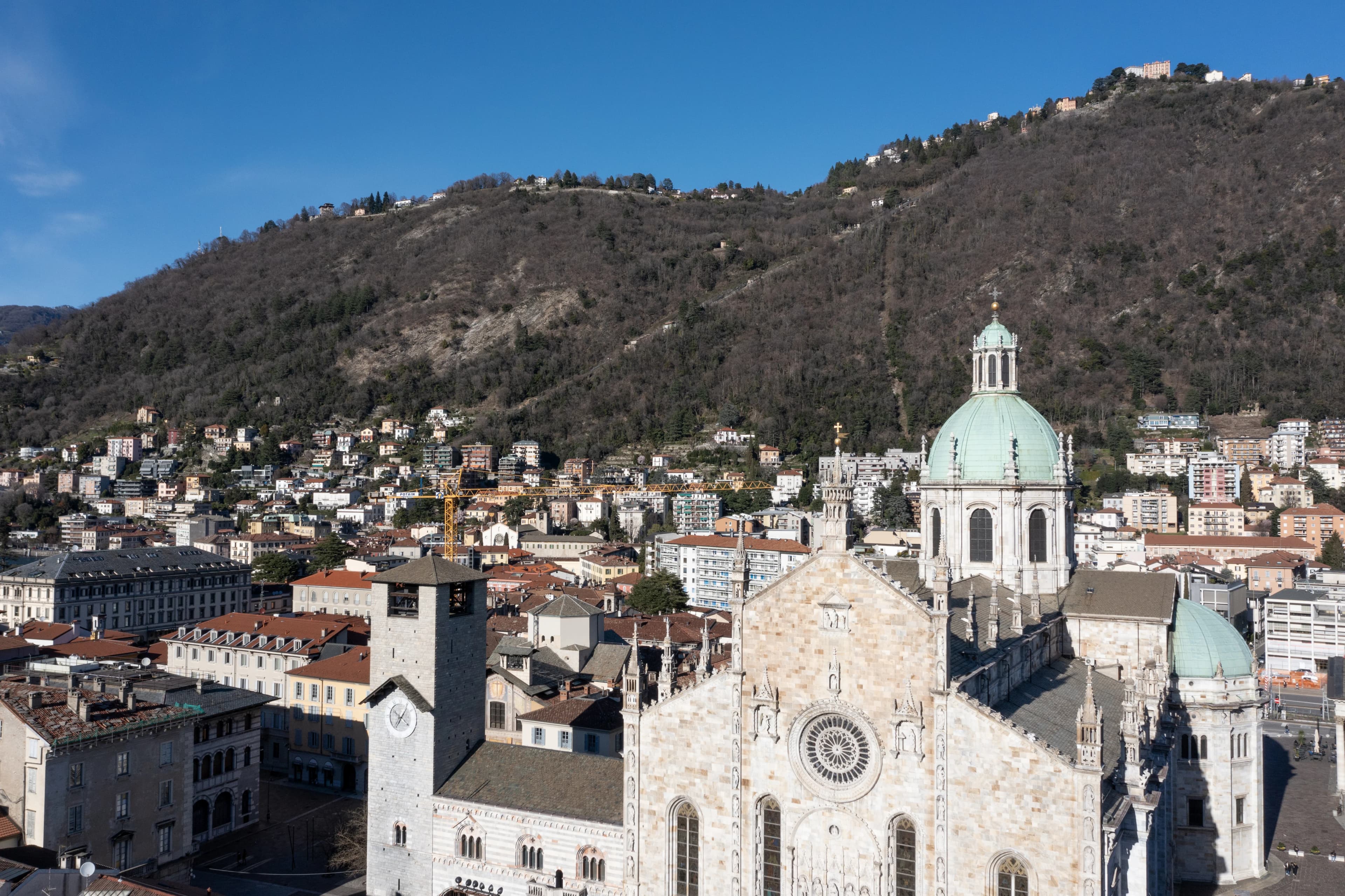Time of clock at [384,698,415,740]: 7:06
